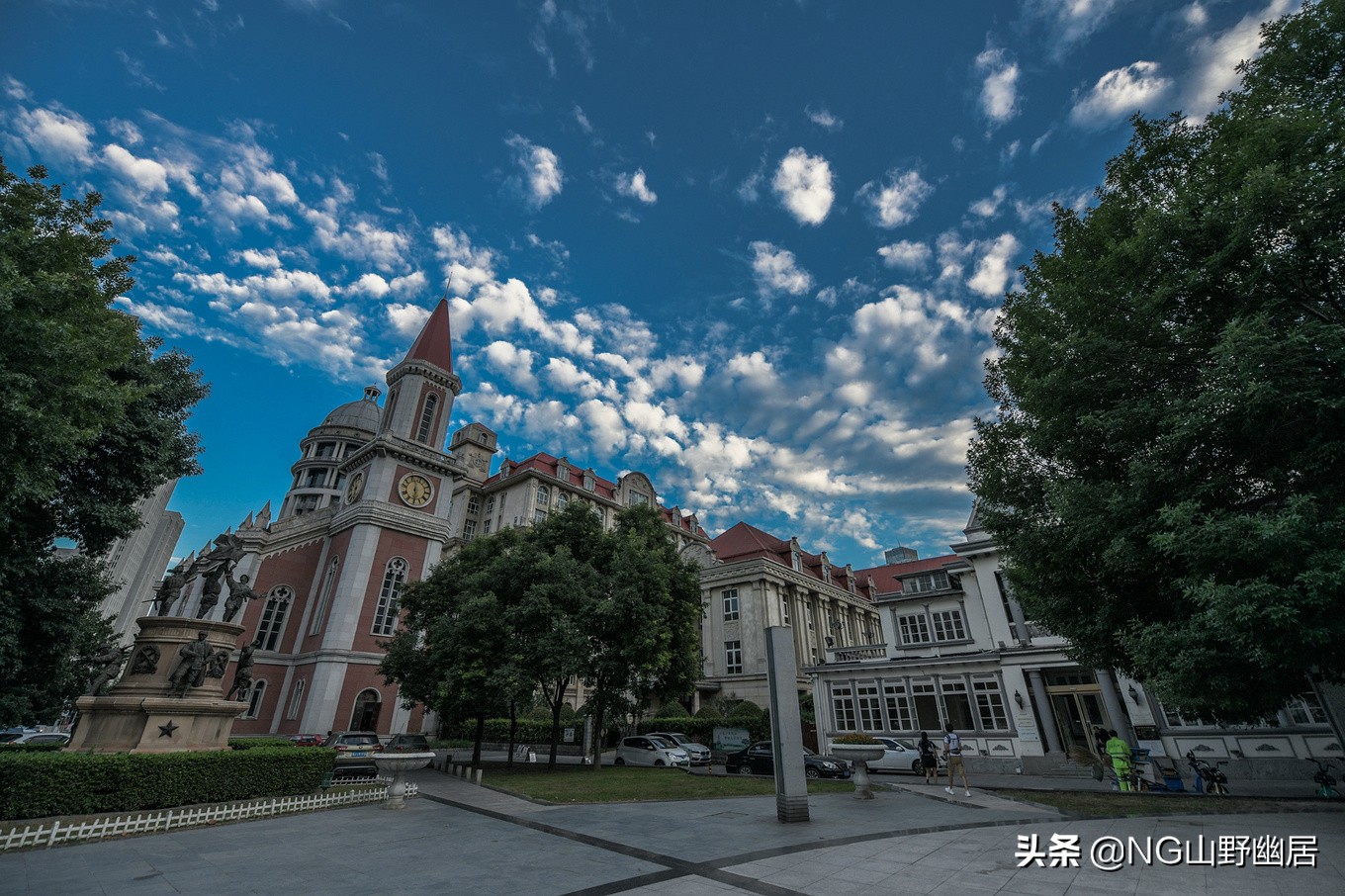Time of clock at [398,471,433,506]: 5:57
